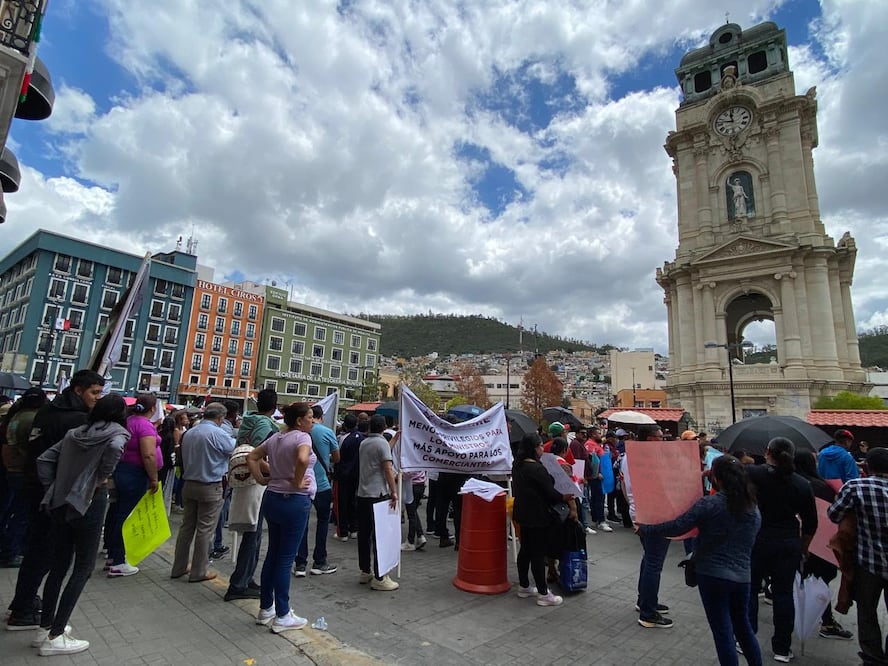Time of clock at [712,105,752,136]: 11:46
